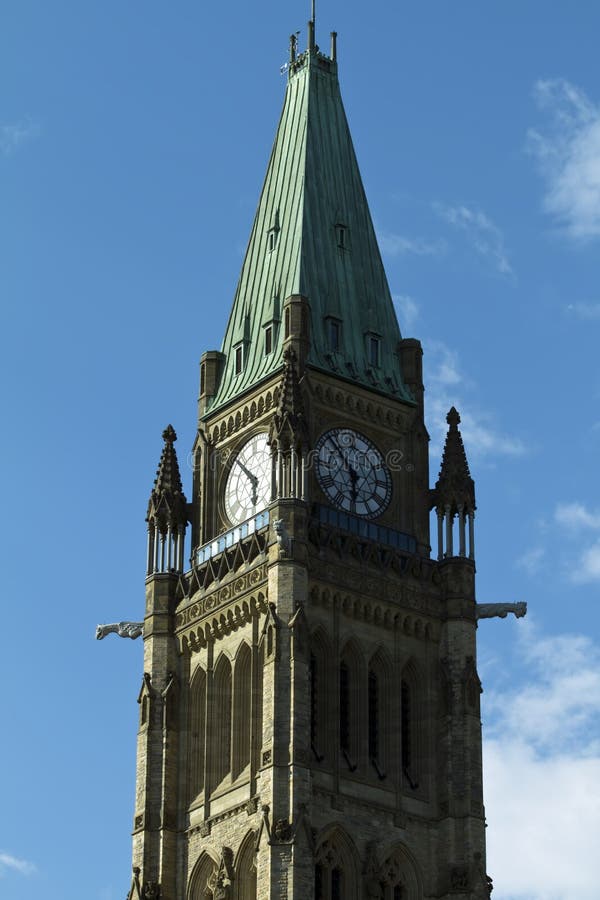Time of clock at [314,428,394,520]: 5:52
